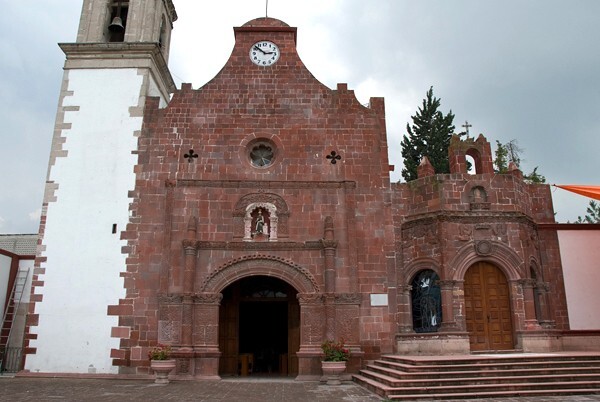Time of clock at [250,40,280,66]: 2:51
